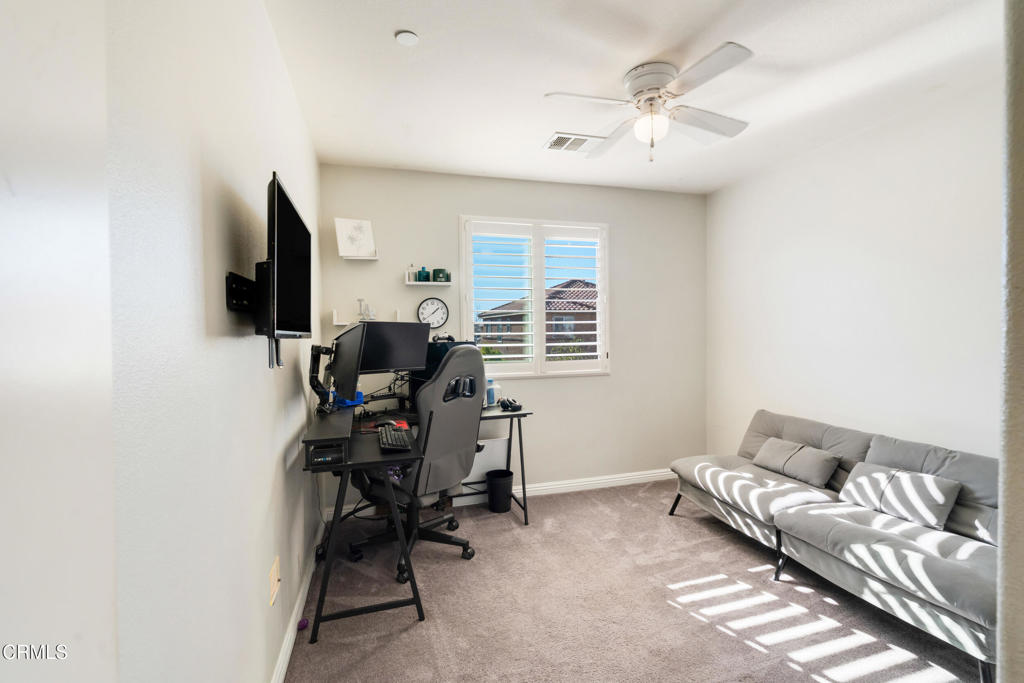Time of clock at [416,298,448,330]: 1:39
